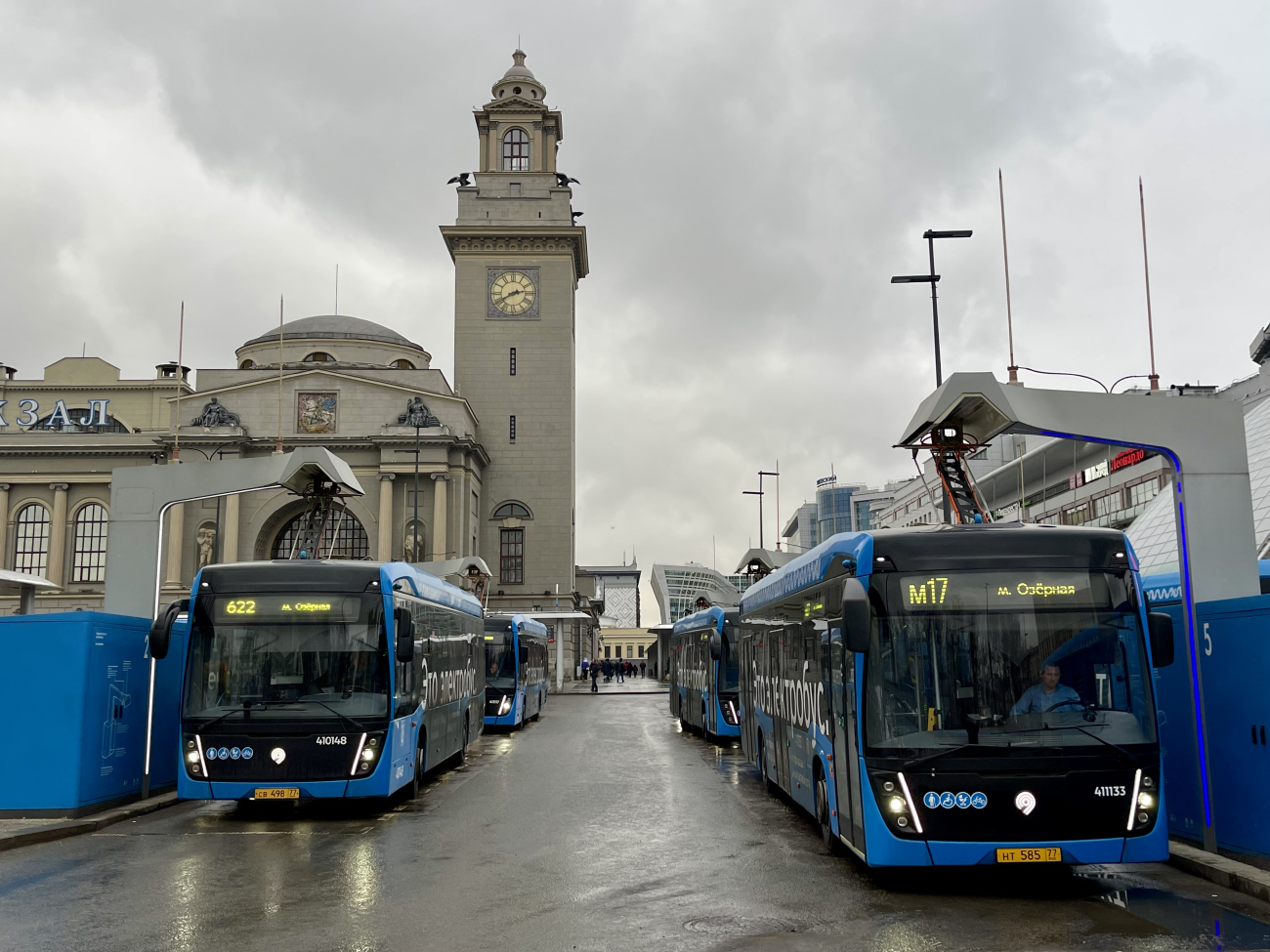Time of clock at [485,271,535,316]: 2:40
